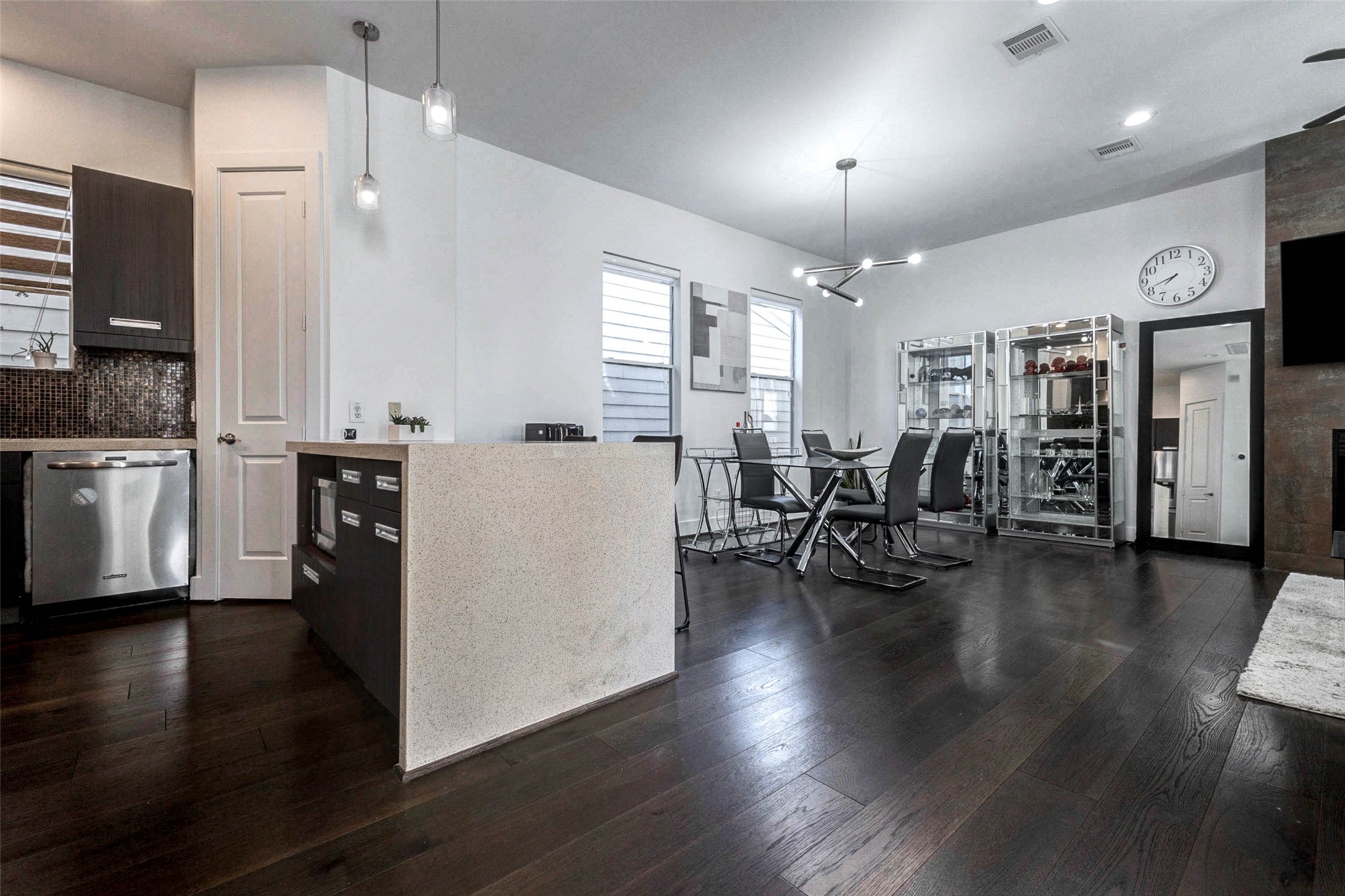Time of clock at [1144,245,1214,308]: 7:41
